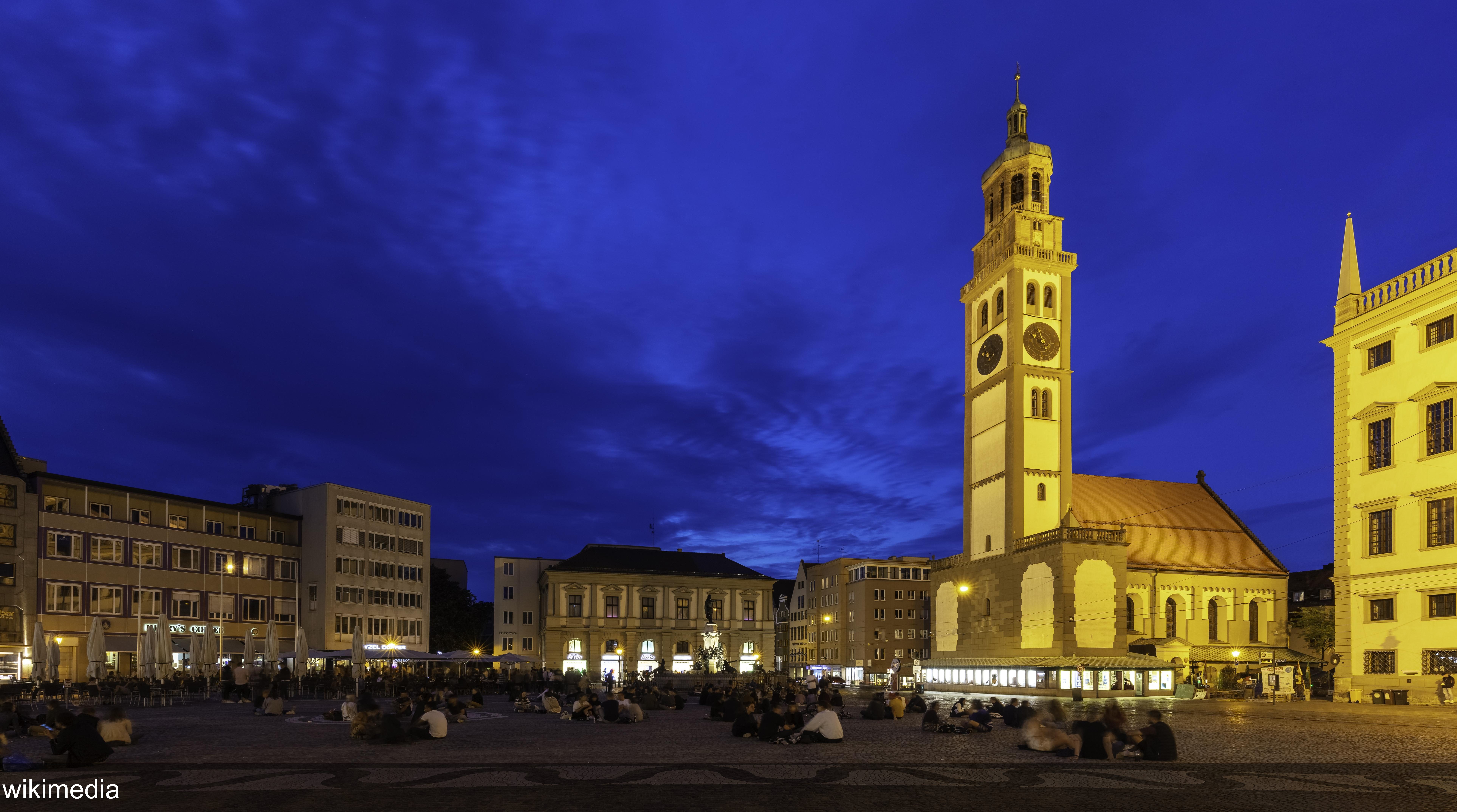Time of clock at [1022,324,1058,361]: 9:56
